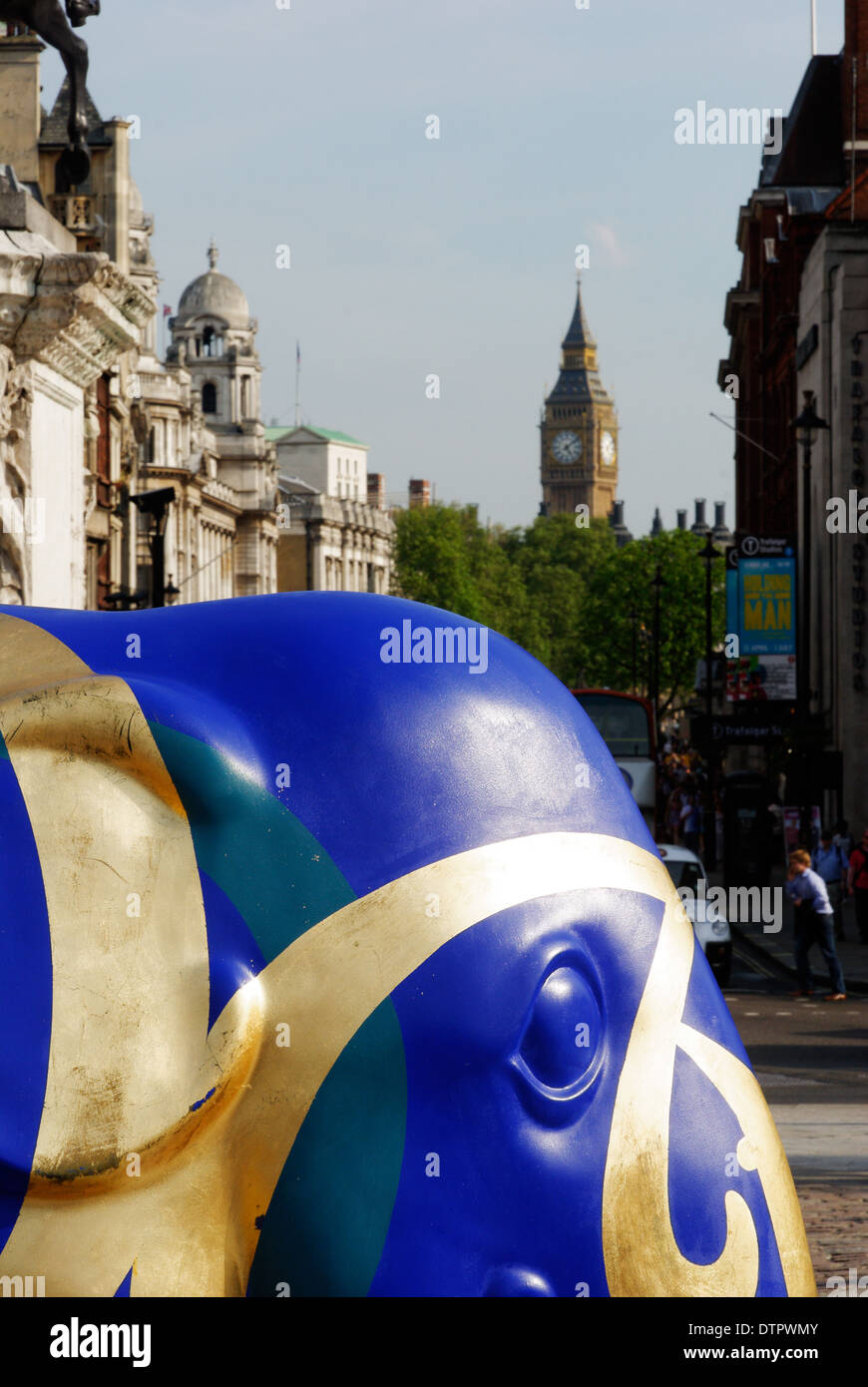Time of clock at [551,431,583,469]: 5:08
